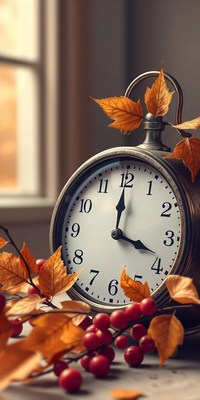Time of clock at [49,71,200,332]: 4:00
